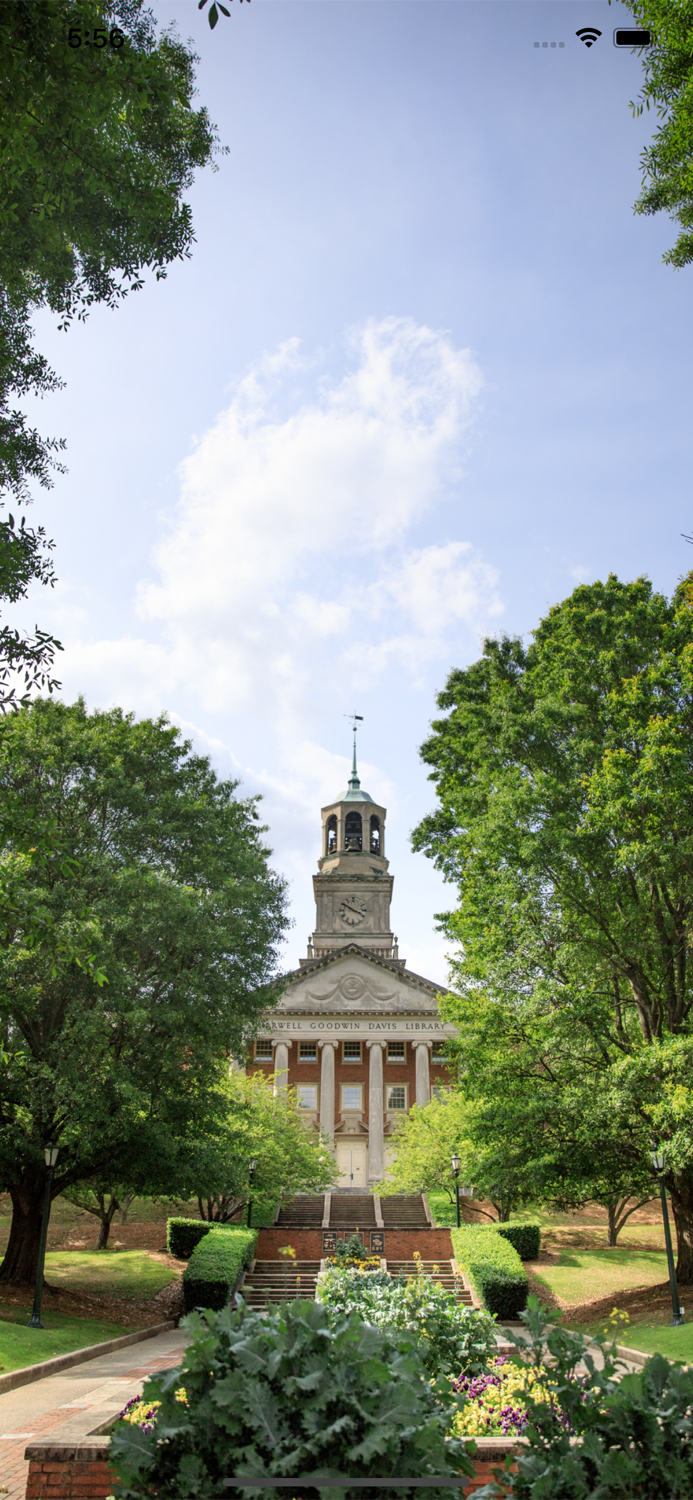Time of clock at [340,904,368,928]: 3:50
